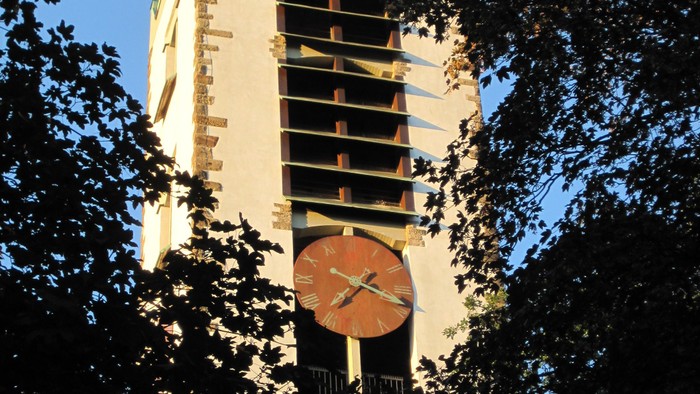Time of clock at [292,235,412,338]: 7:18
